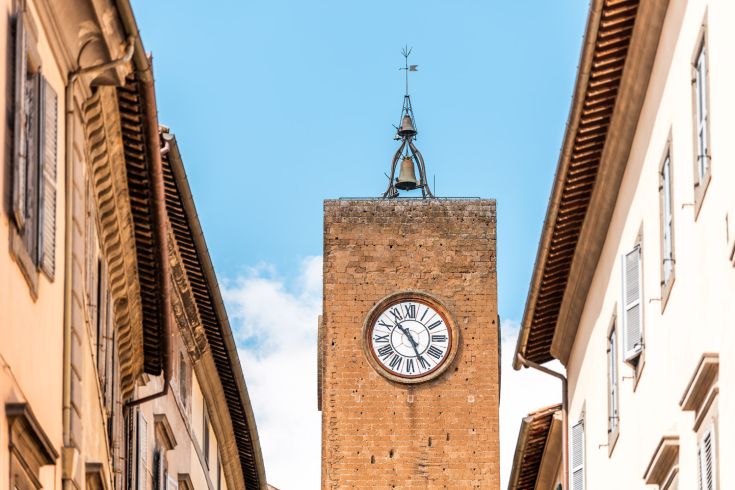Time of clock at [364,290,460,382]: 10:26
